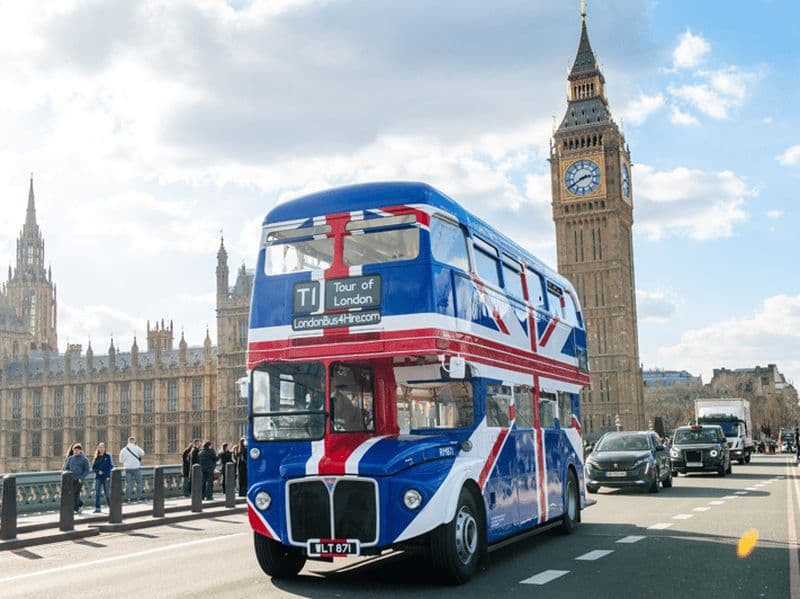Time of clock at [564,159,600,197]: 2:40
